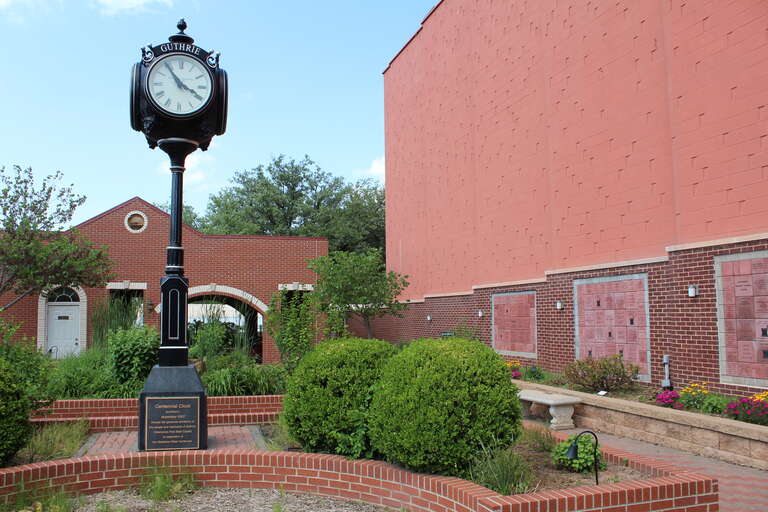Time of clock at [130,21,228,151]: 3:54
